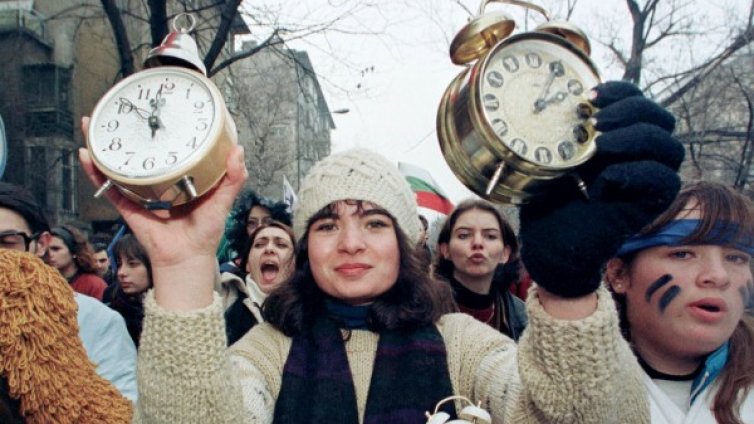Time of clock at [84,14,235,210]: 11:51
